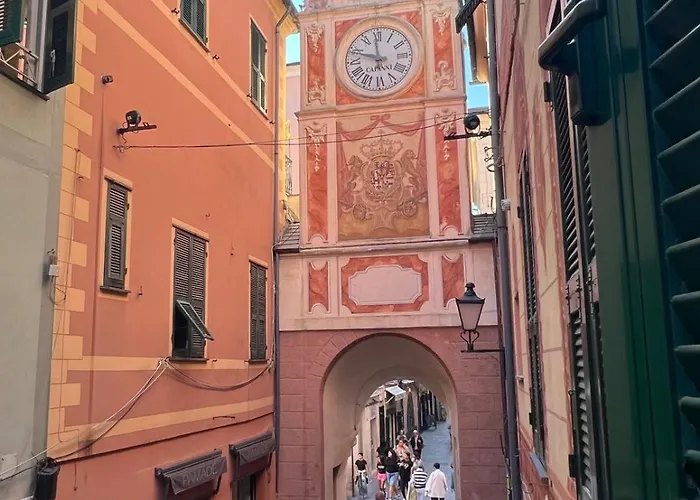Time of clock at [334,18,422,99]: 11:48
